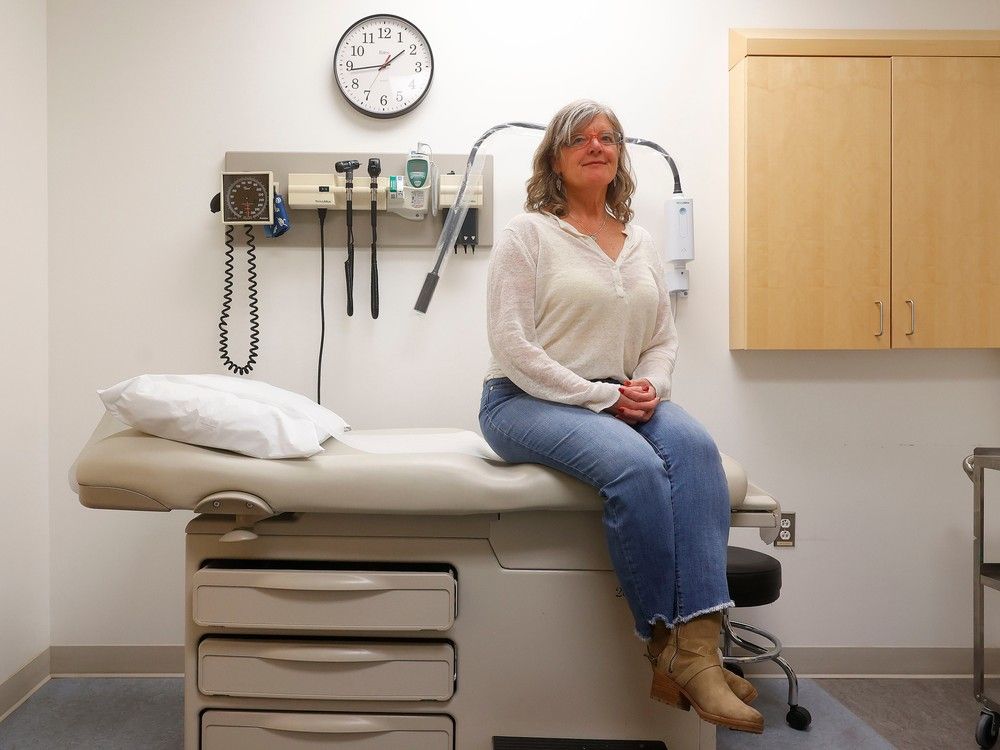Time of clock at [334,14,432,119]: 1:43
